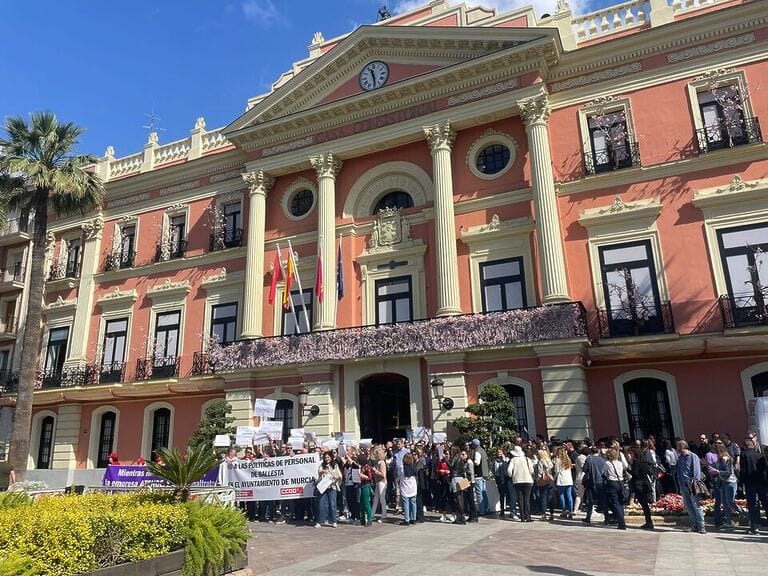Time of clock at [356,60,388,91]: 11:28
